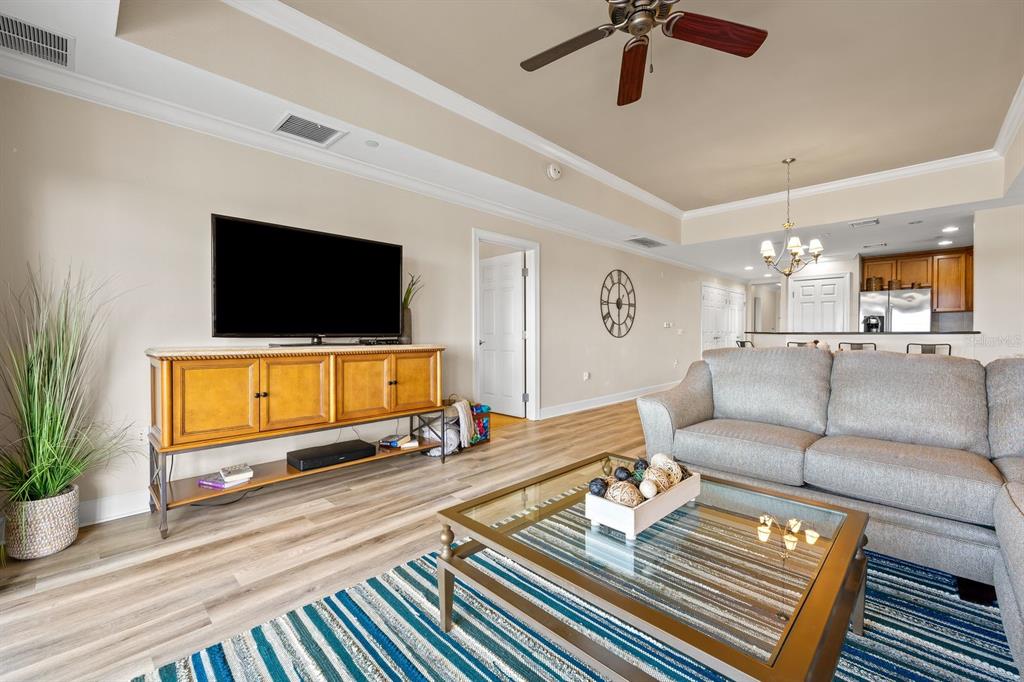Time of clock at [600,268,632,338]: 5:59
